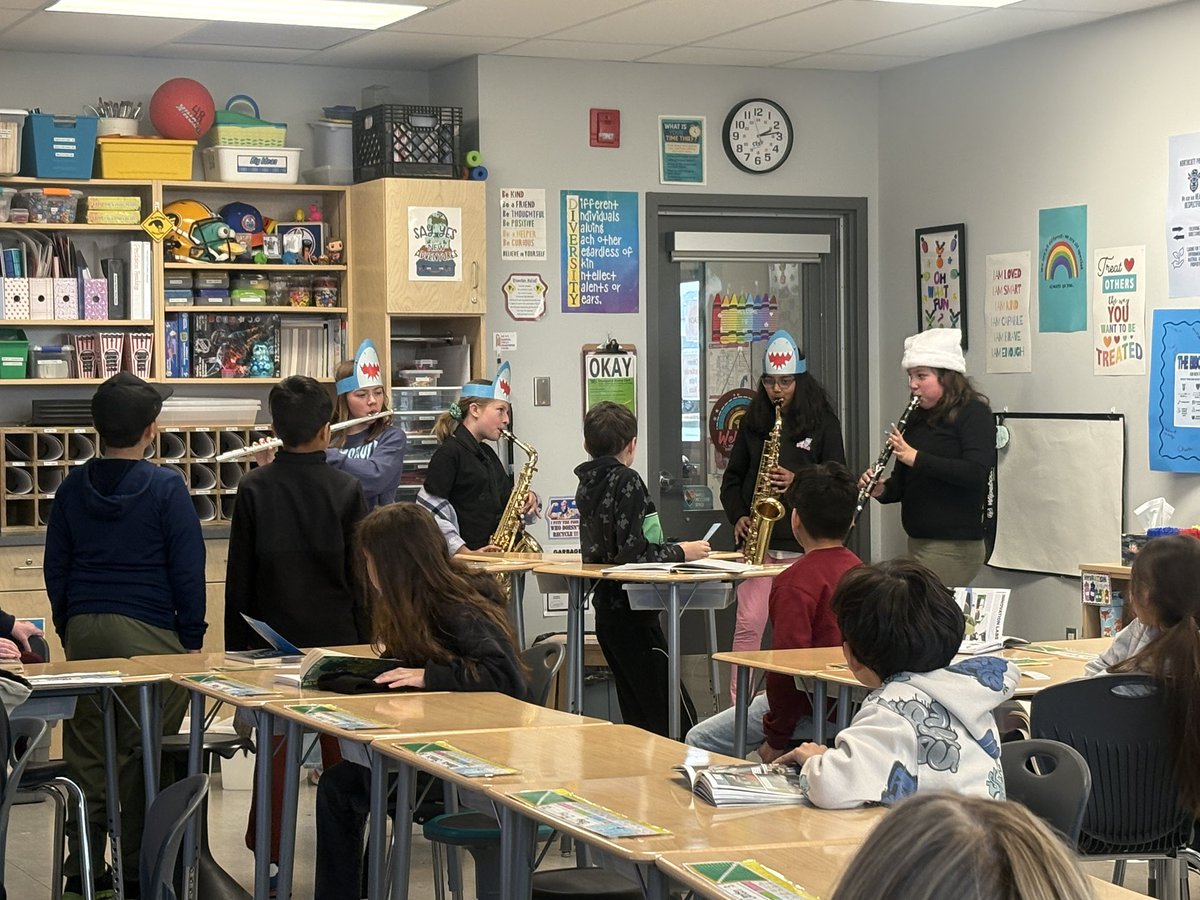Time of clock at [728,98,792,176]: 2:13
